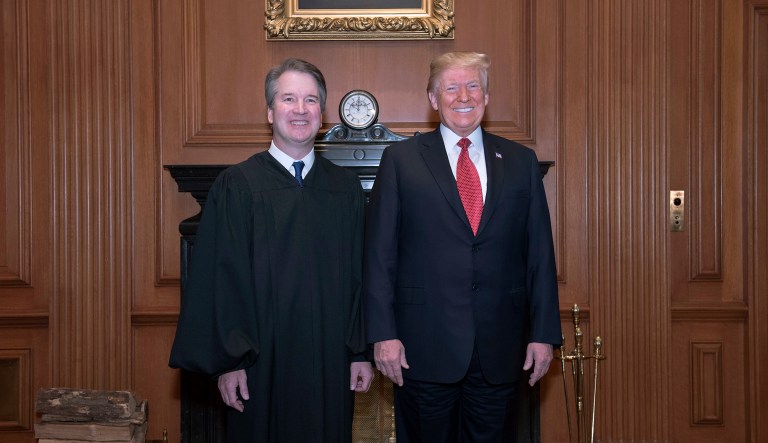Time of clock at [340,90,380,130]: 10:00
